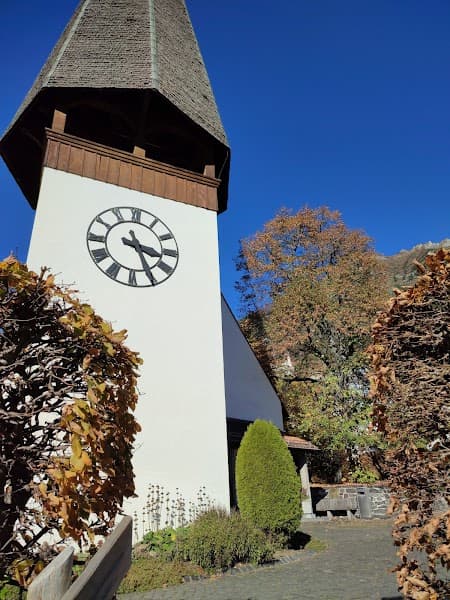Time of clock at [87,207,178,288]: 3:25
